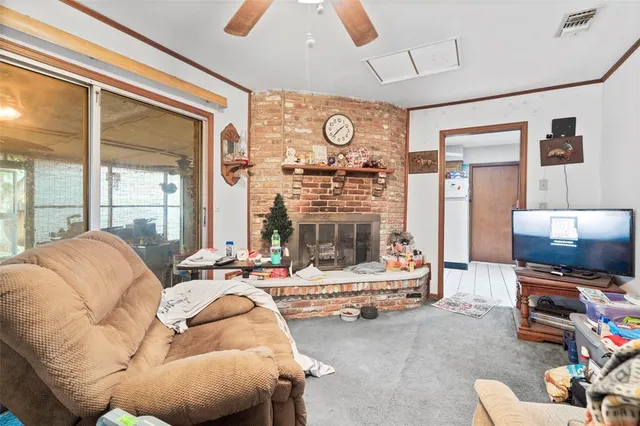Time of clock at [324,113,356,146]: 1:36
